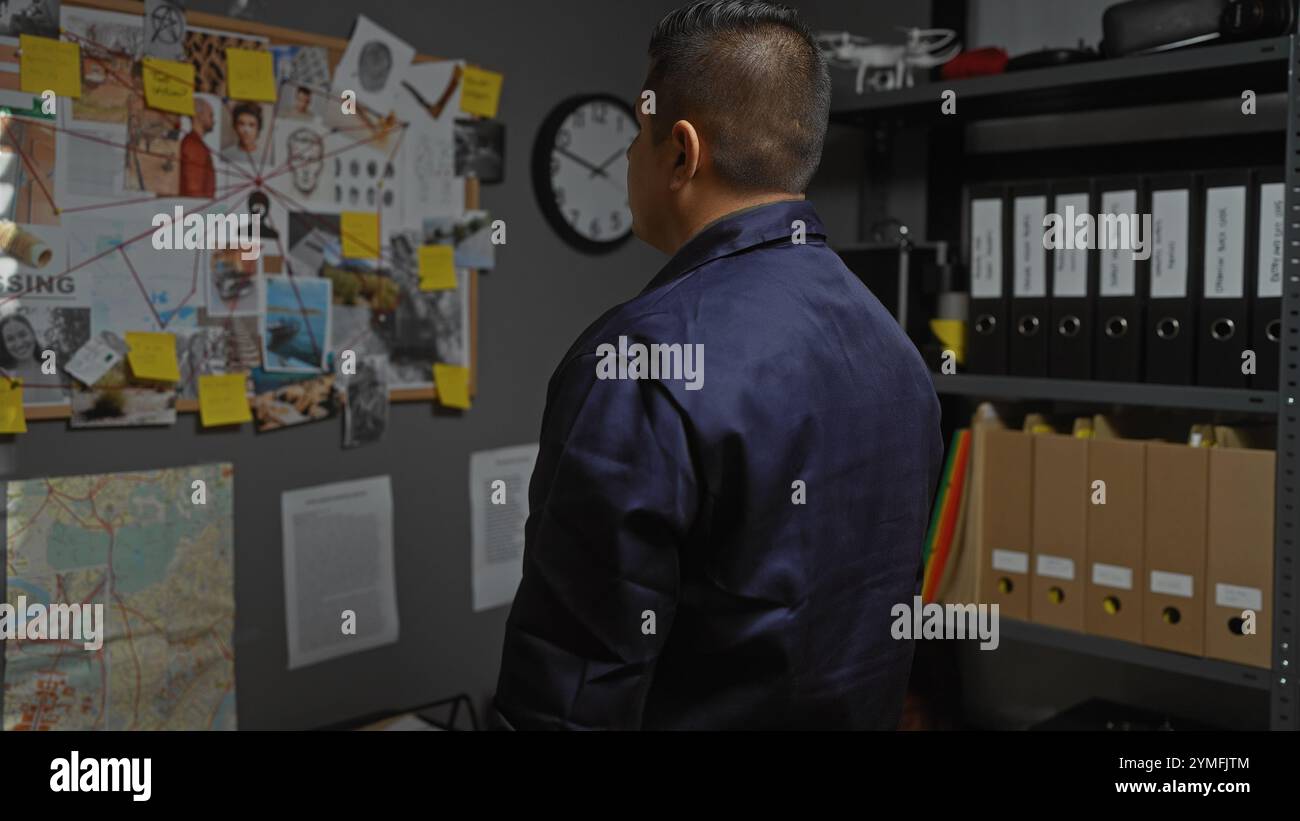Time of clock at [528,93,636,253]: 1:47
